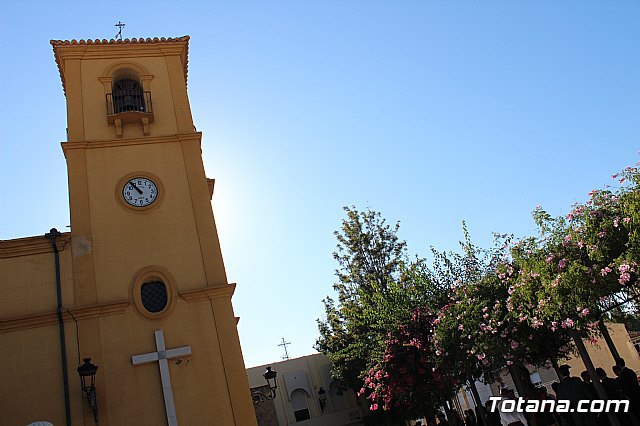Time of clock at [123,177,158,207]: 10:53
